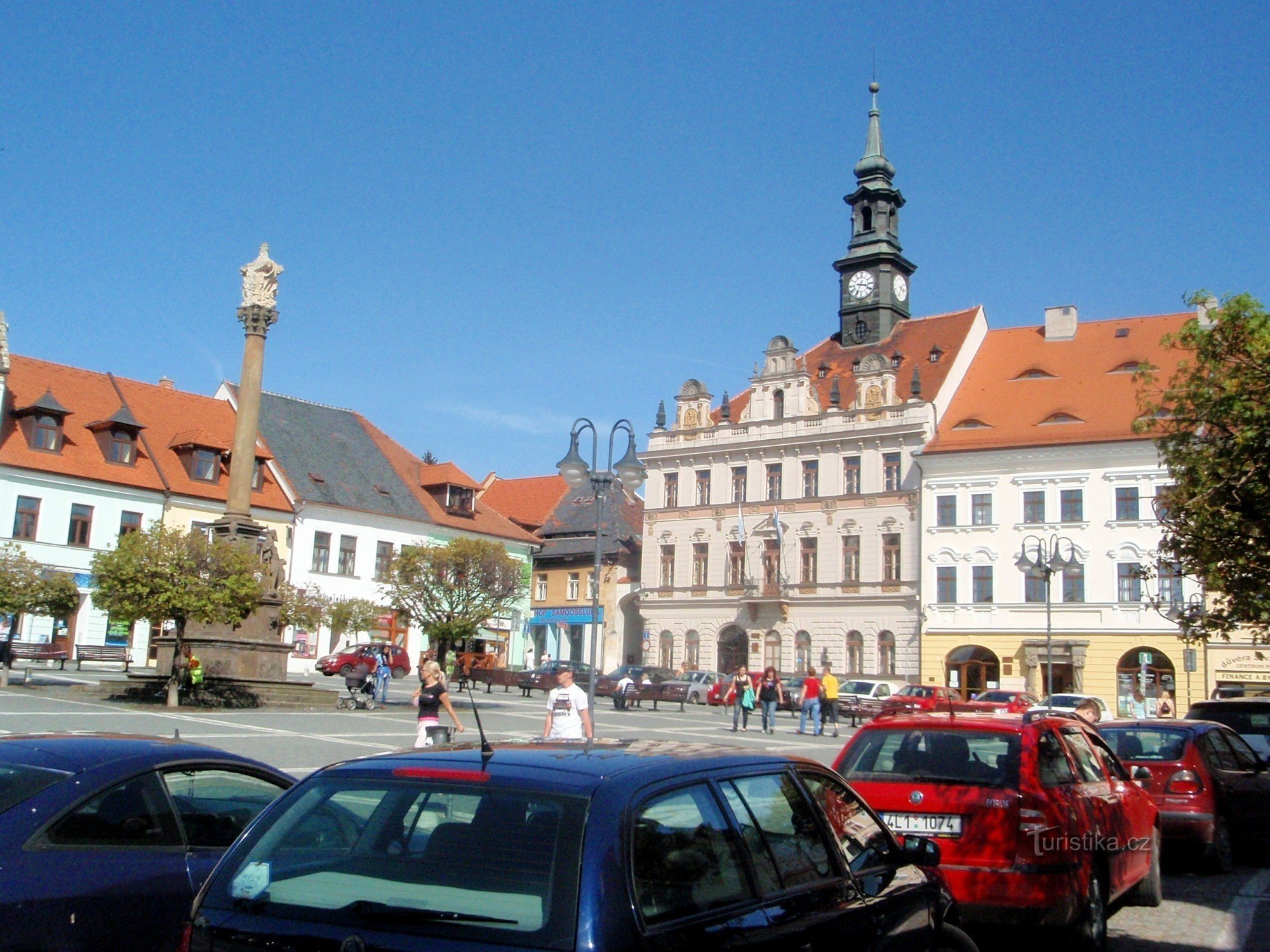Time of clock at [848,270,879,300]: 3:34
